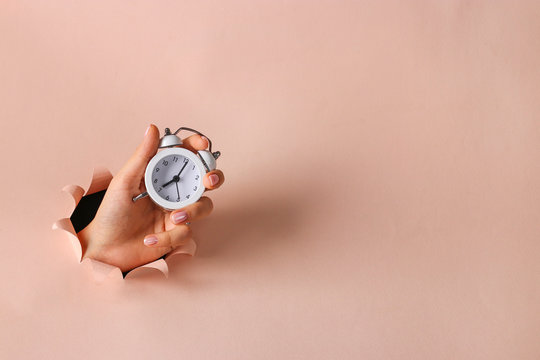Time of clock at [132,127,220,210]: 8:06
